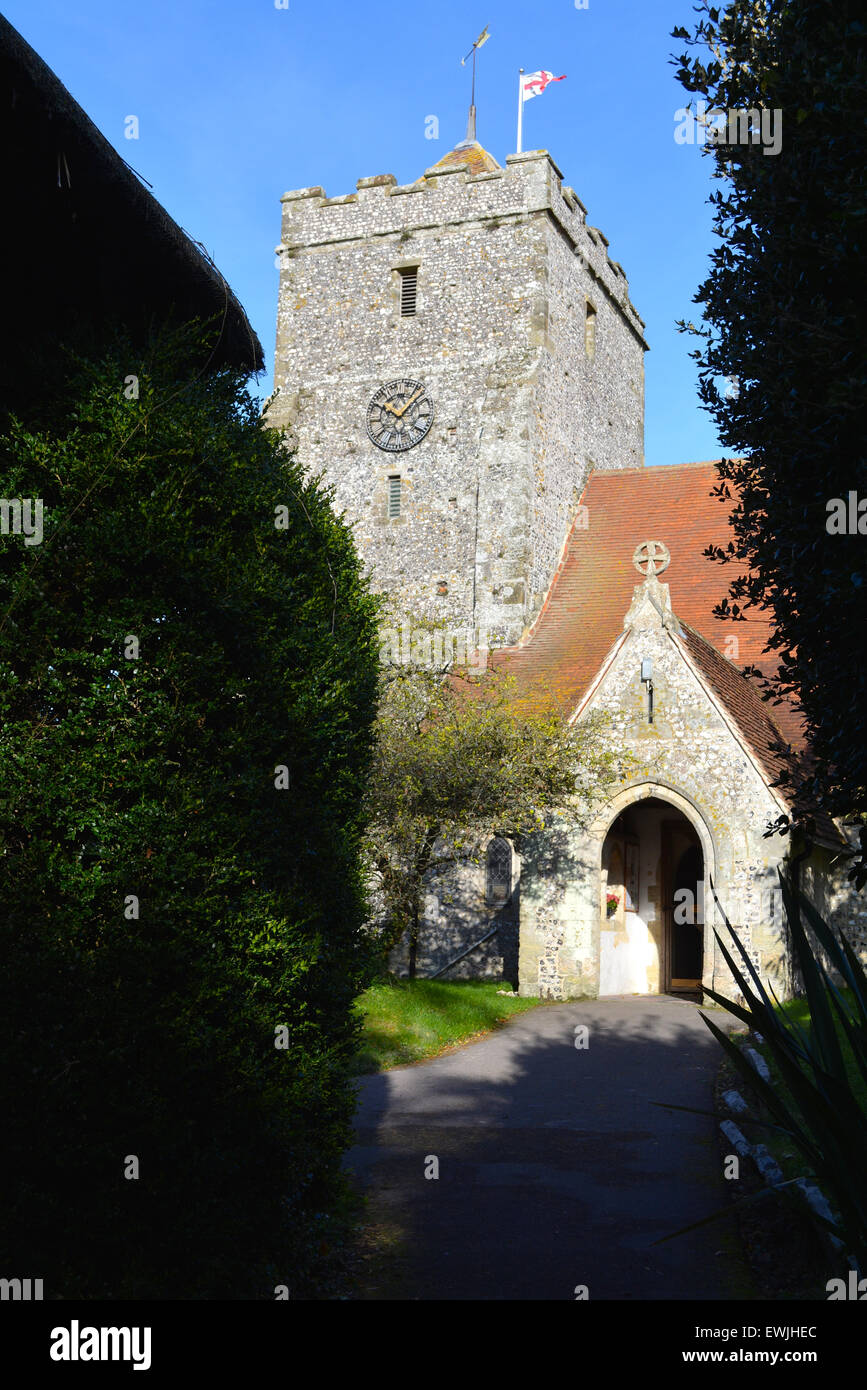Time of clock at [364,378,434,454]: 10:07
